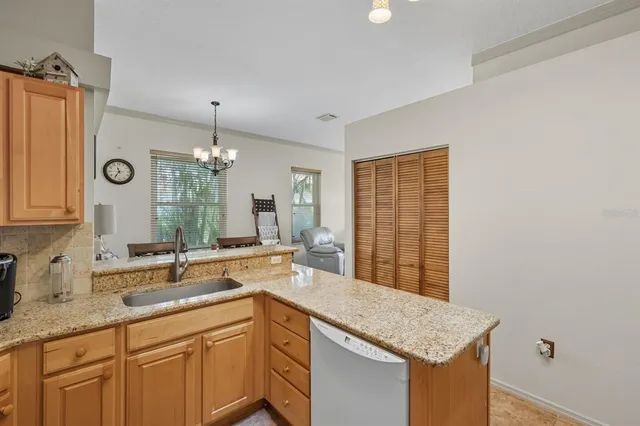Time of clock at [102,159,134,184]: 11:35
